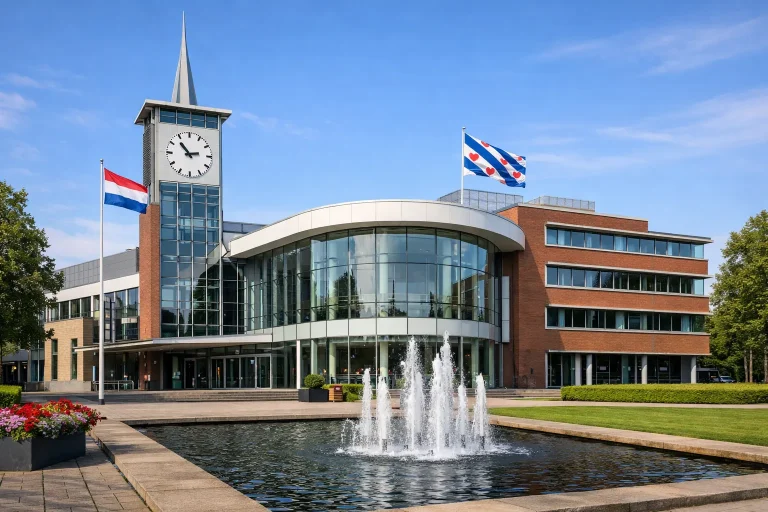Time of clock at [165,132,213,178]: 2:53
